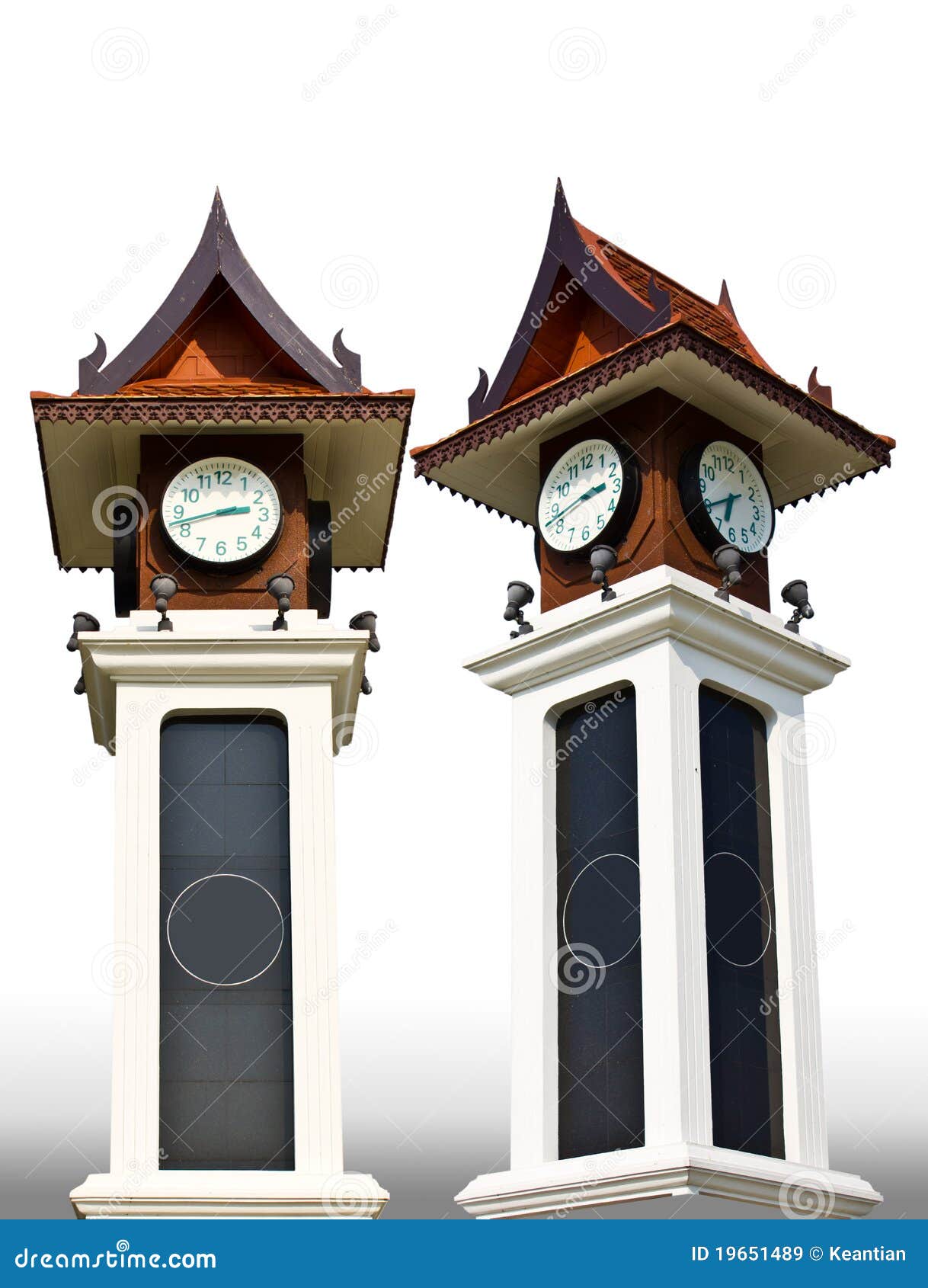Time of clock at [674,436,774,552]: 6:39
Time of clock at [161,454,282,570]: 2:42
